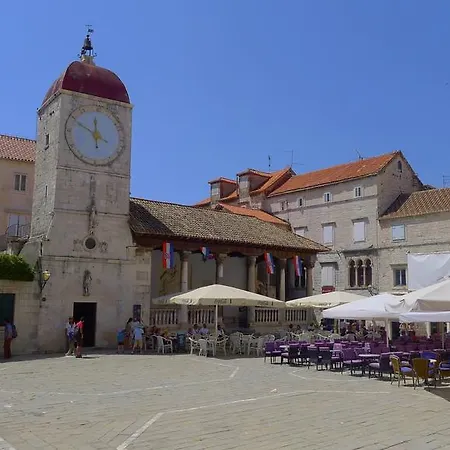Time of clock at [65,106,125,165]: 11:49
